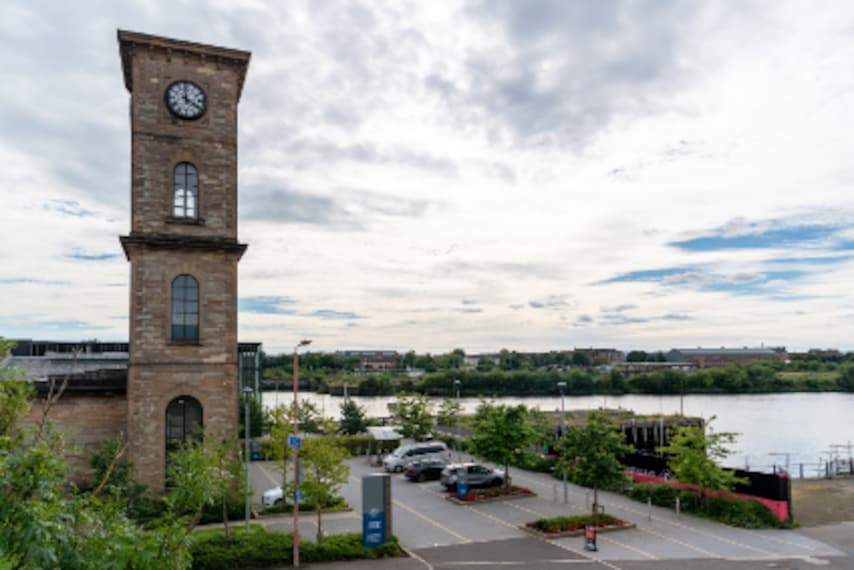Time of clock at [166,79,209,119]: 3:59
